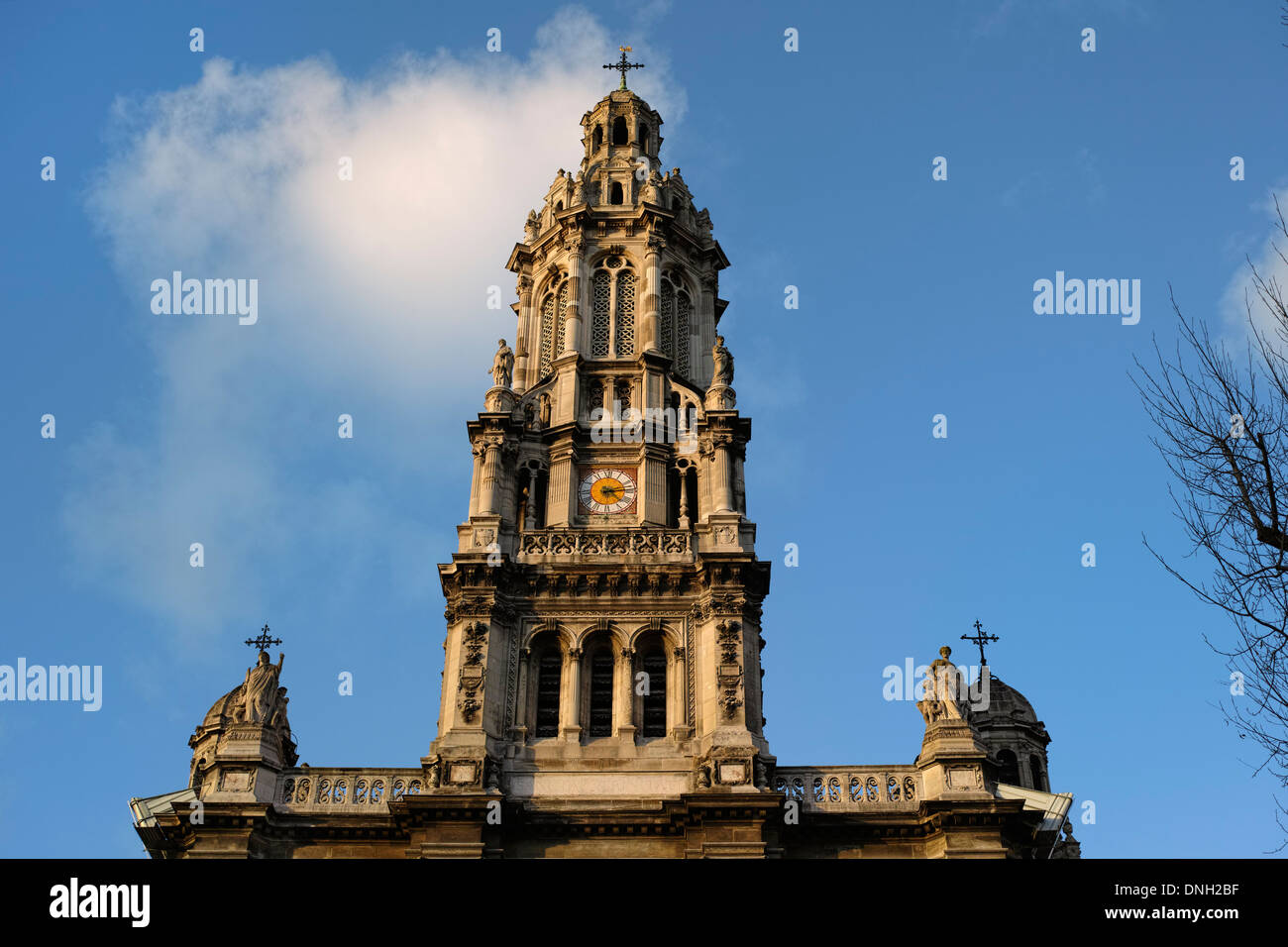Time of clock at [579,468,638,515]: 4:13
